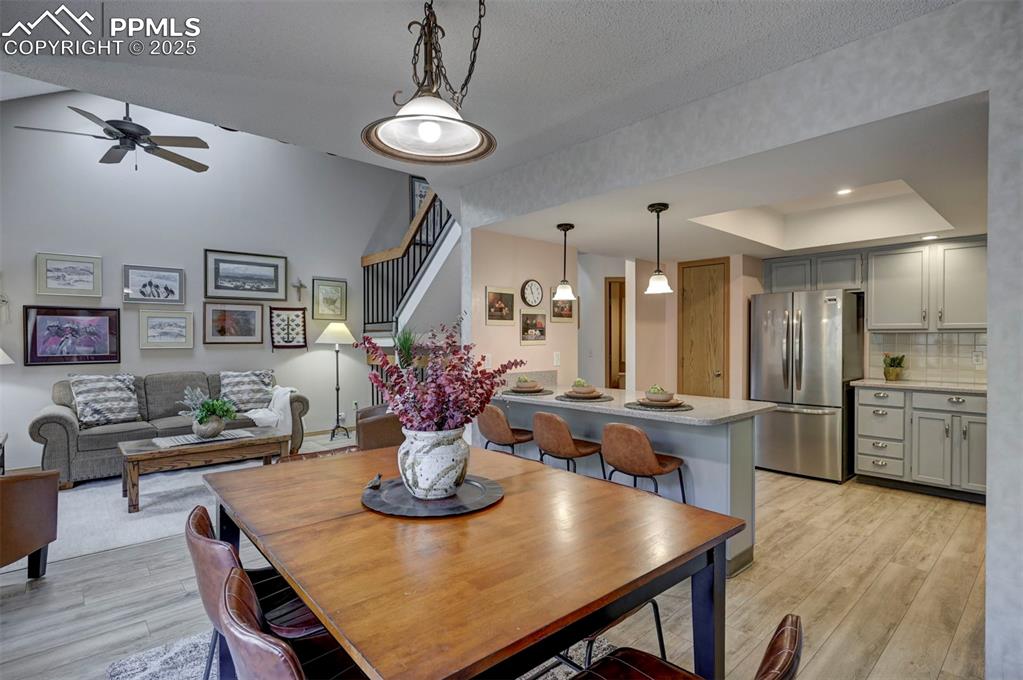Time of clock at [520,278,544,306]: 11:26
